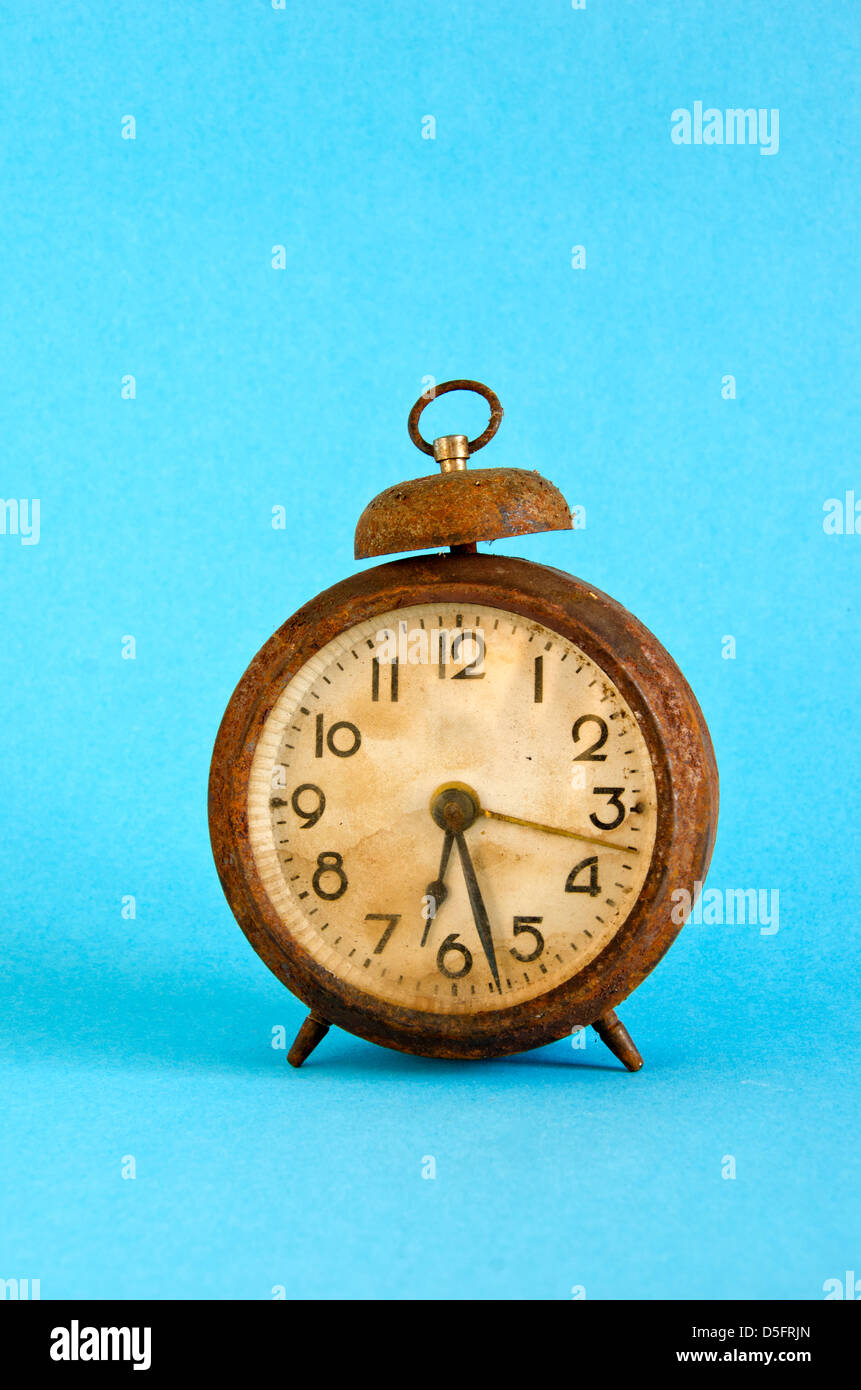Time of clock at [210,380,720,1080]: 6:27
